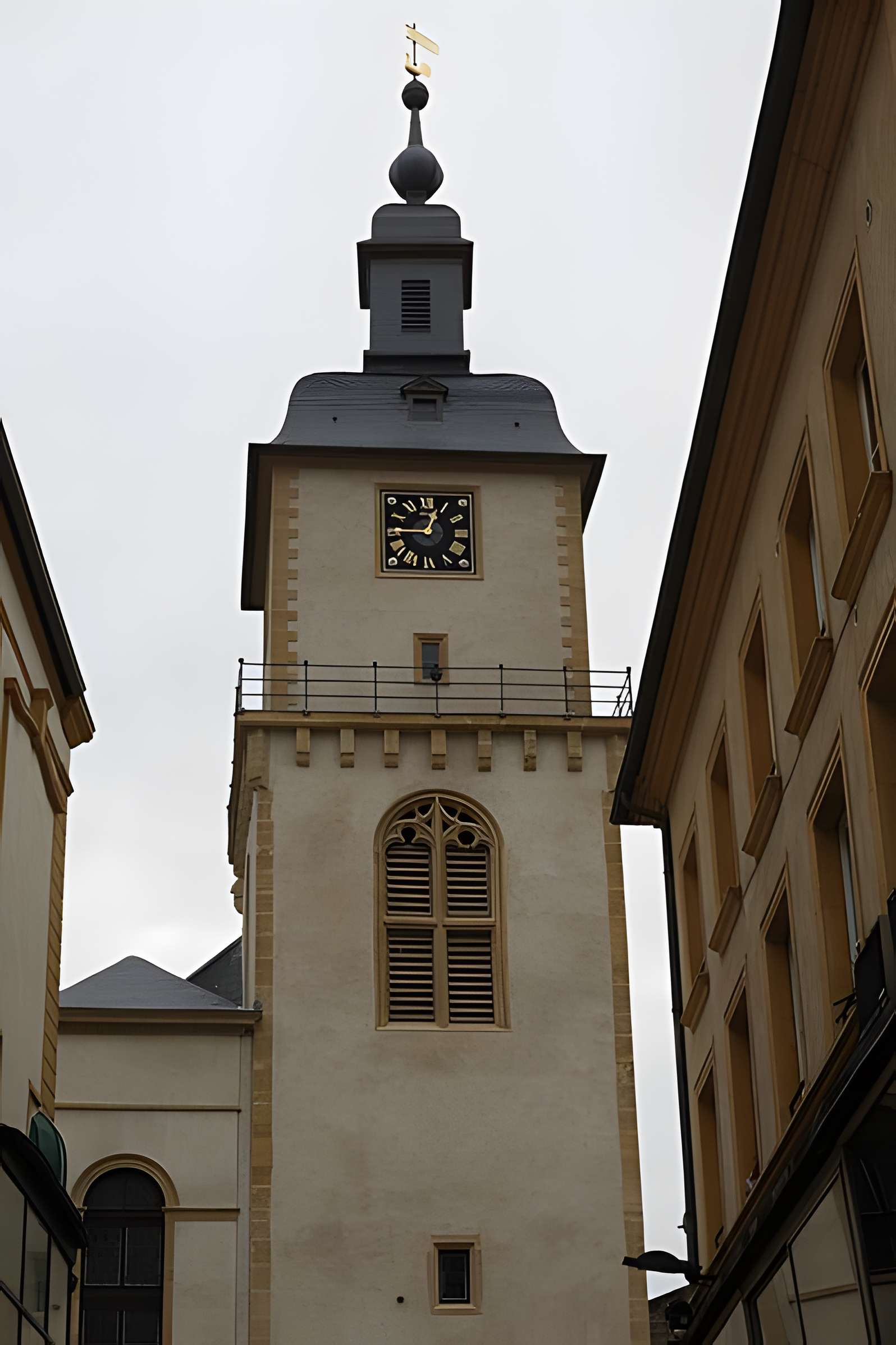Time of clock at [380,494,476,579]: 12:45
